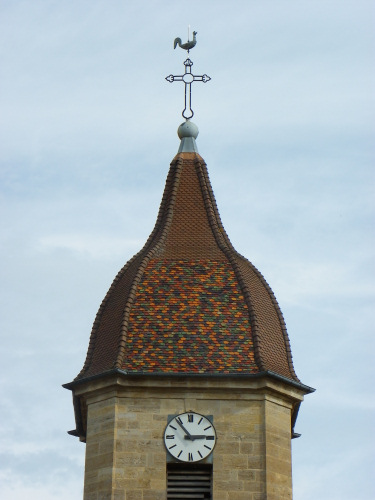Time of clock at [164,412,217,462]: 2:53
